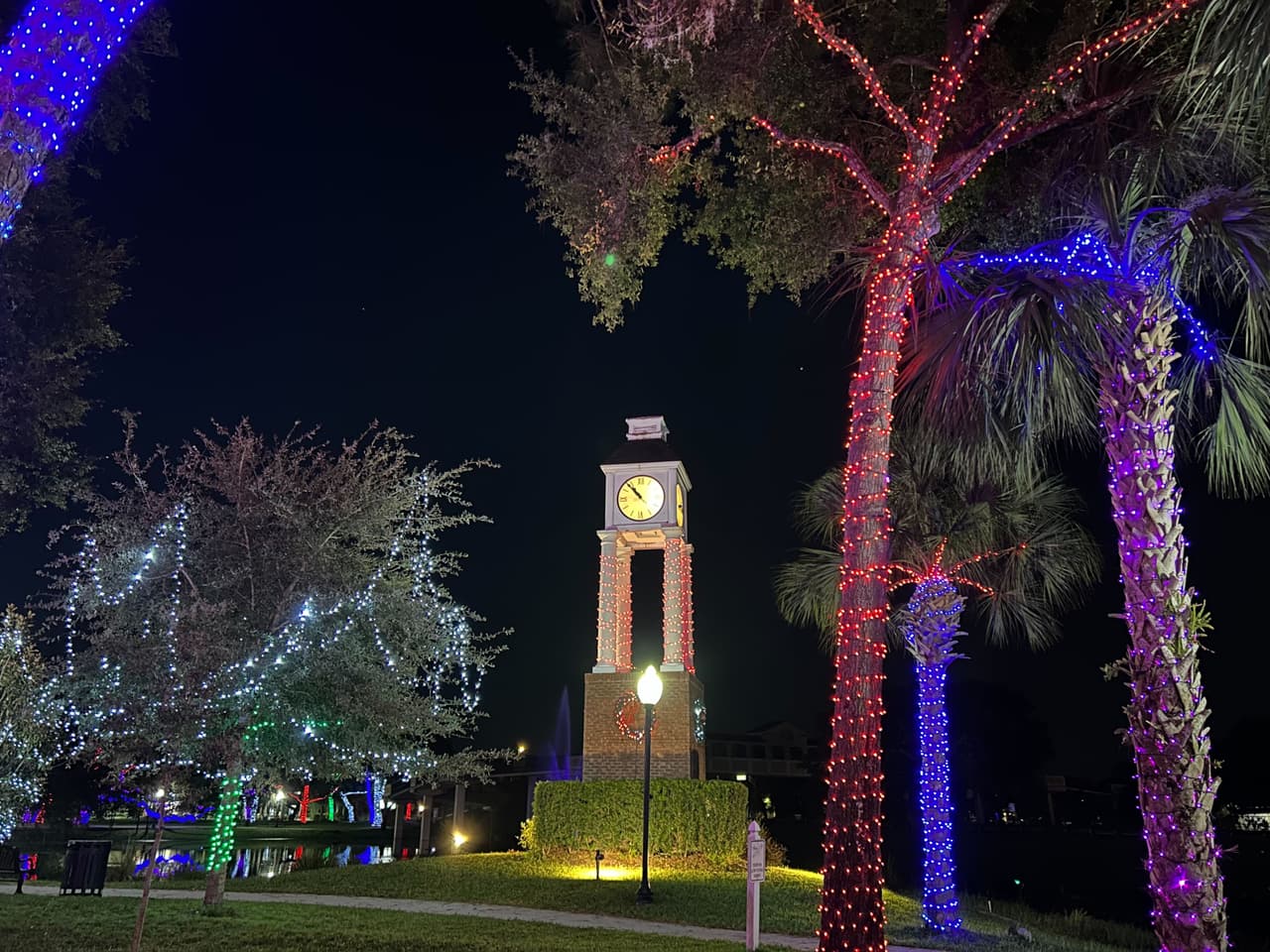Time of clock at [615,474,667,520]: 10:53
